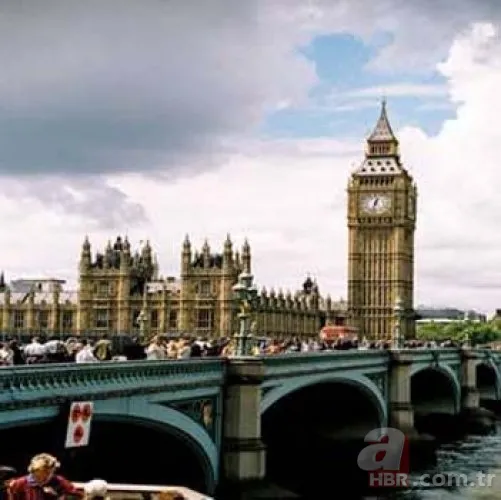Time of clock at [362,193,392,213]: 12:32
